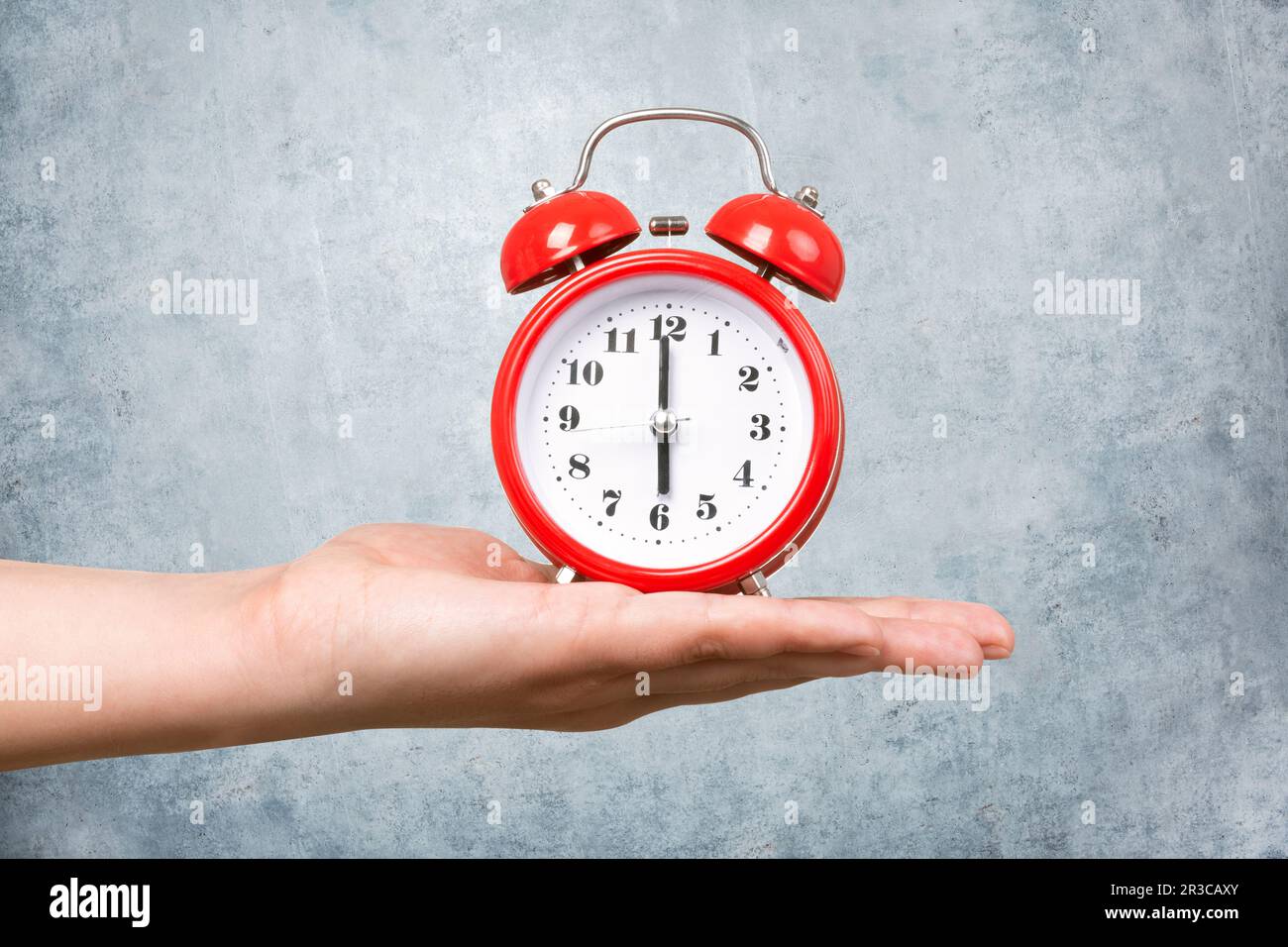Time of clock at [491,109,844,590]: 5:59
